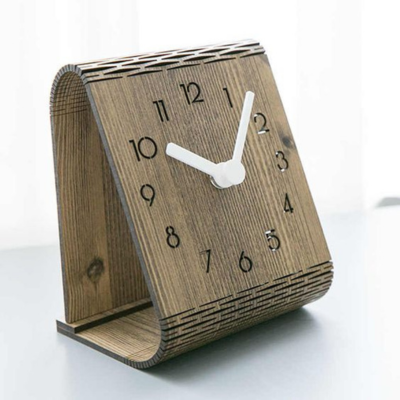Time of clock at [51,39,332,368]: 10:07
